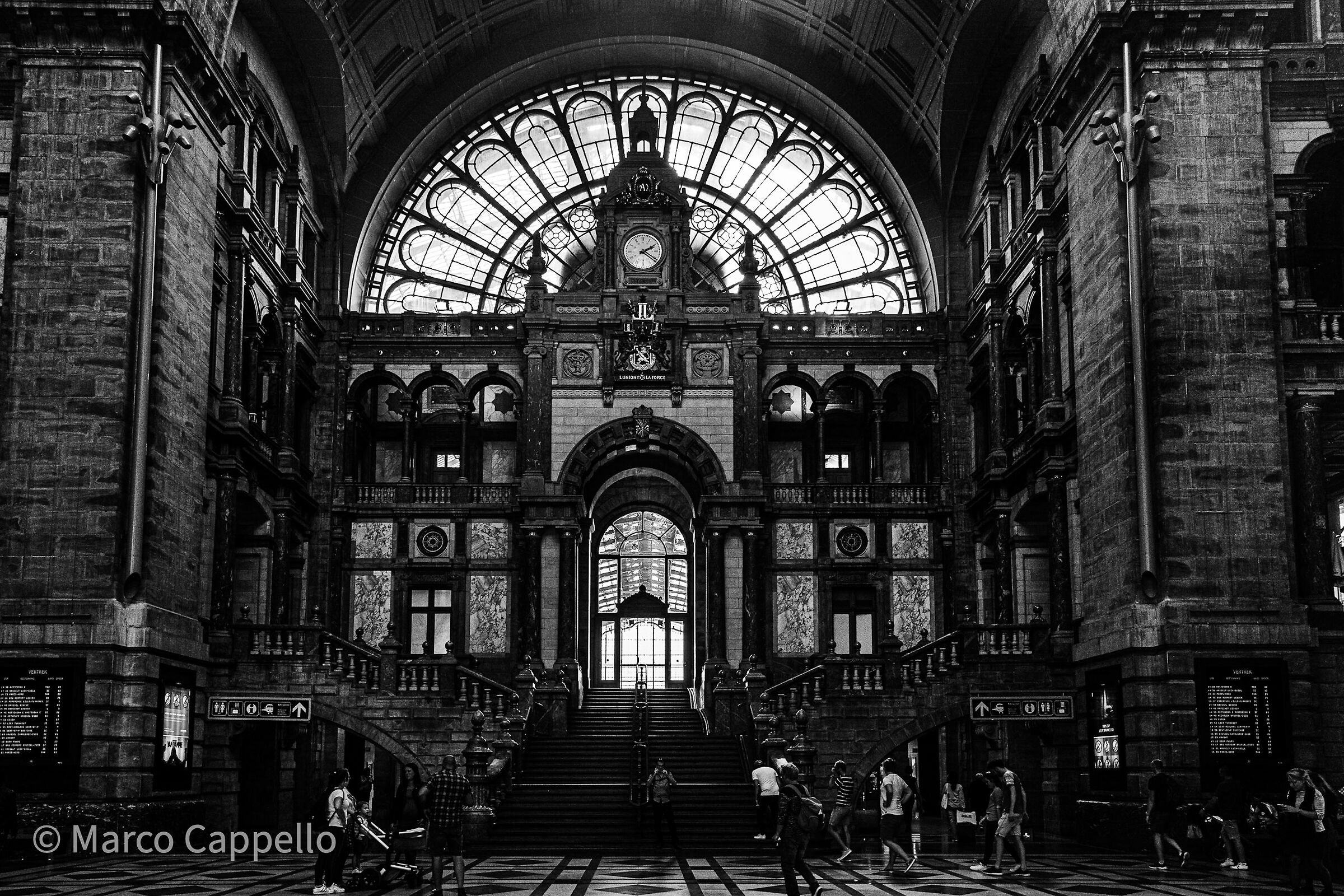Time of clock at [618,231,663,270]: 2:20
